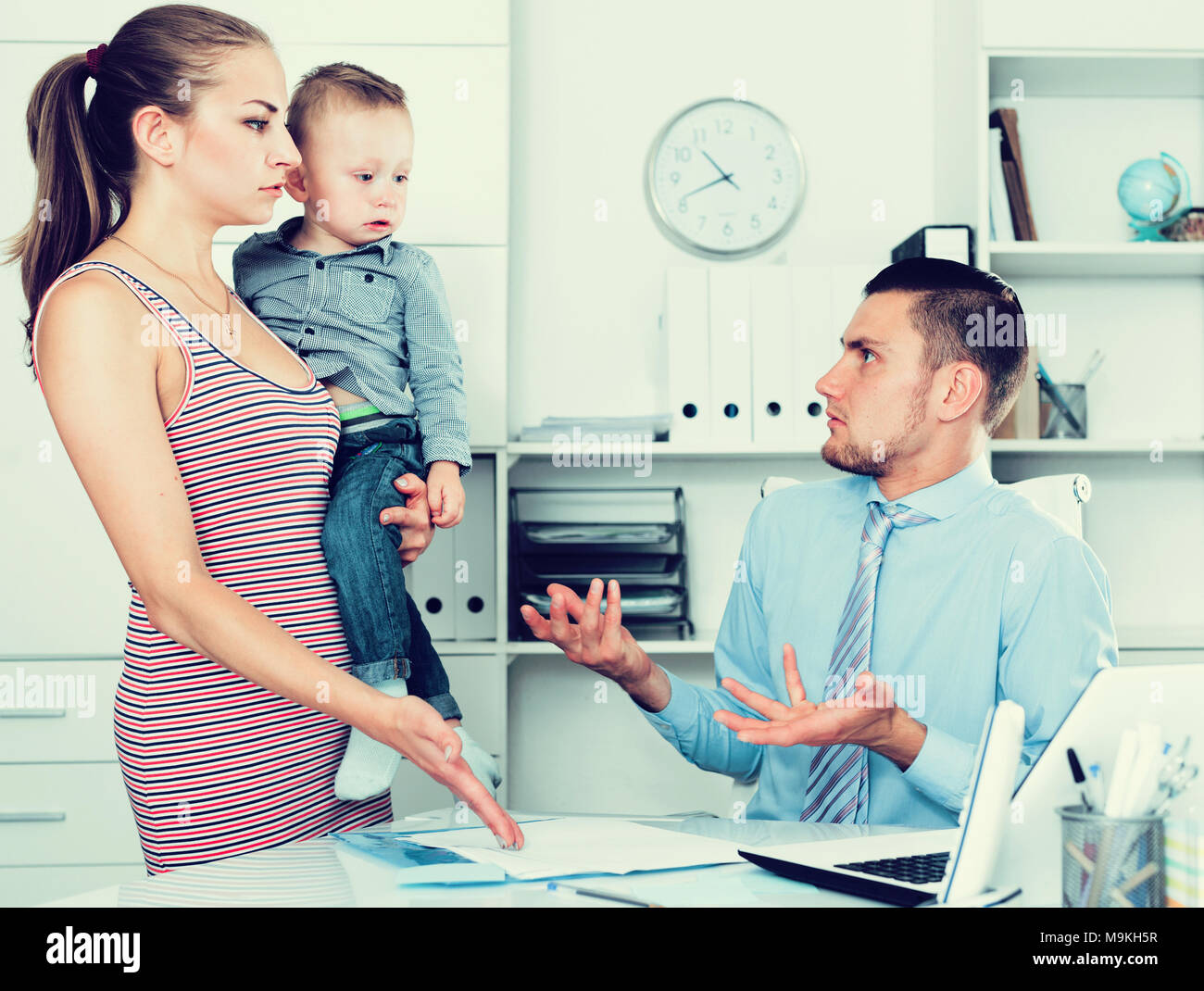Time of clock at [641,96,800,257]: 10:41
